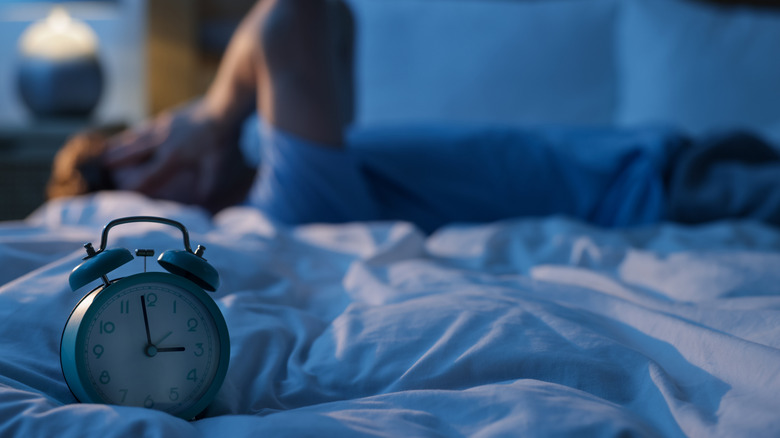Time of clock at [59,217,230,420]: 2:58
